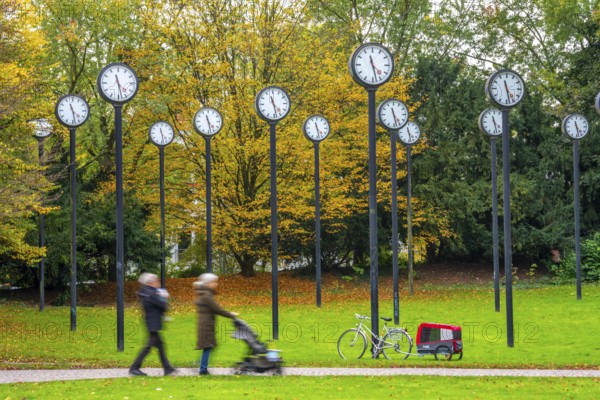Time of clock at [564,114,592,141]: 4:27
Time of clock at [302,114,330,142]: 4:27
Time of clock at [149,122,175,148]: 11:28
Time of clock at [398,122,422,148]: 4:28
